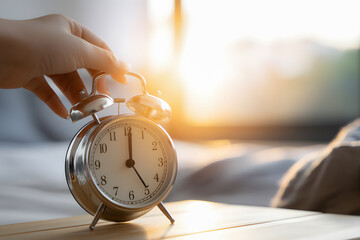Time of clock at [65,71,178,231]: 5:00
